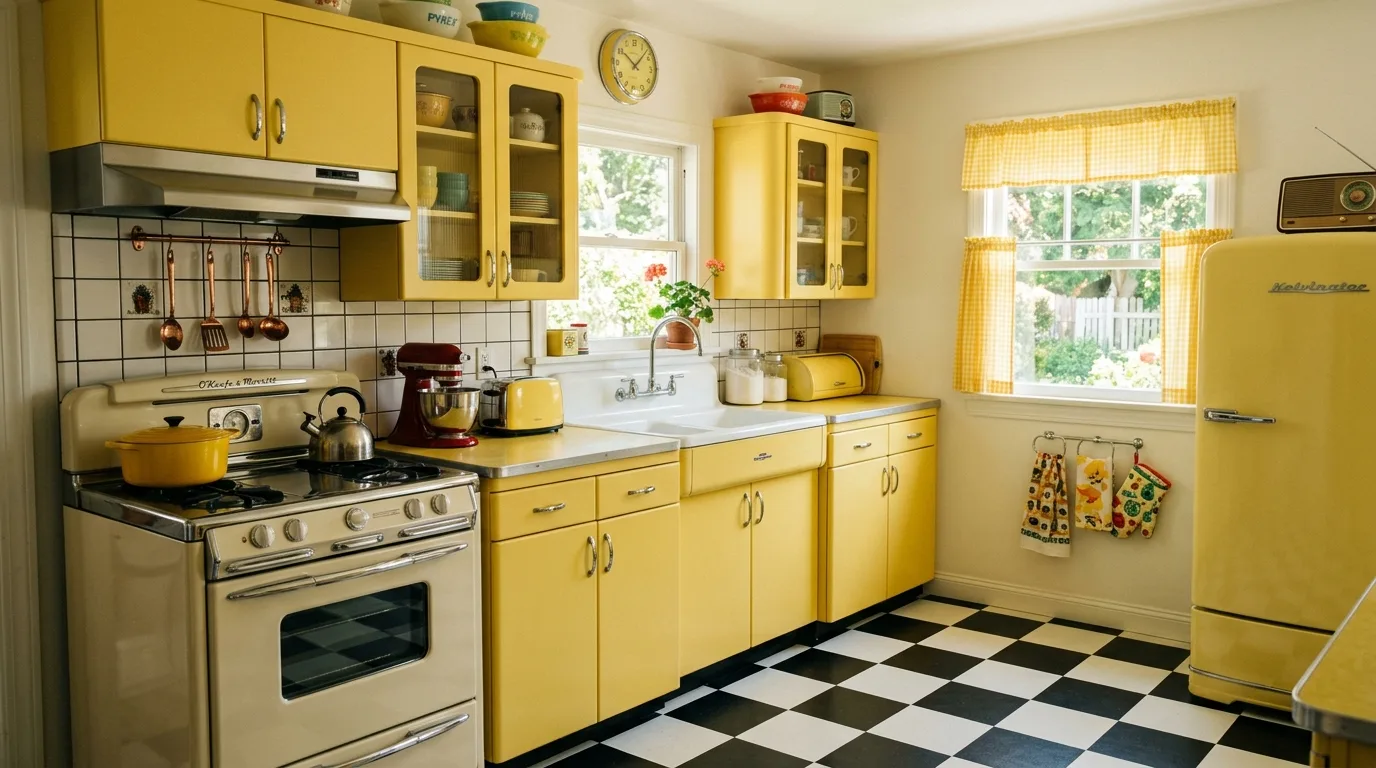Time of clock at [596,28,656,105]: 10:07
